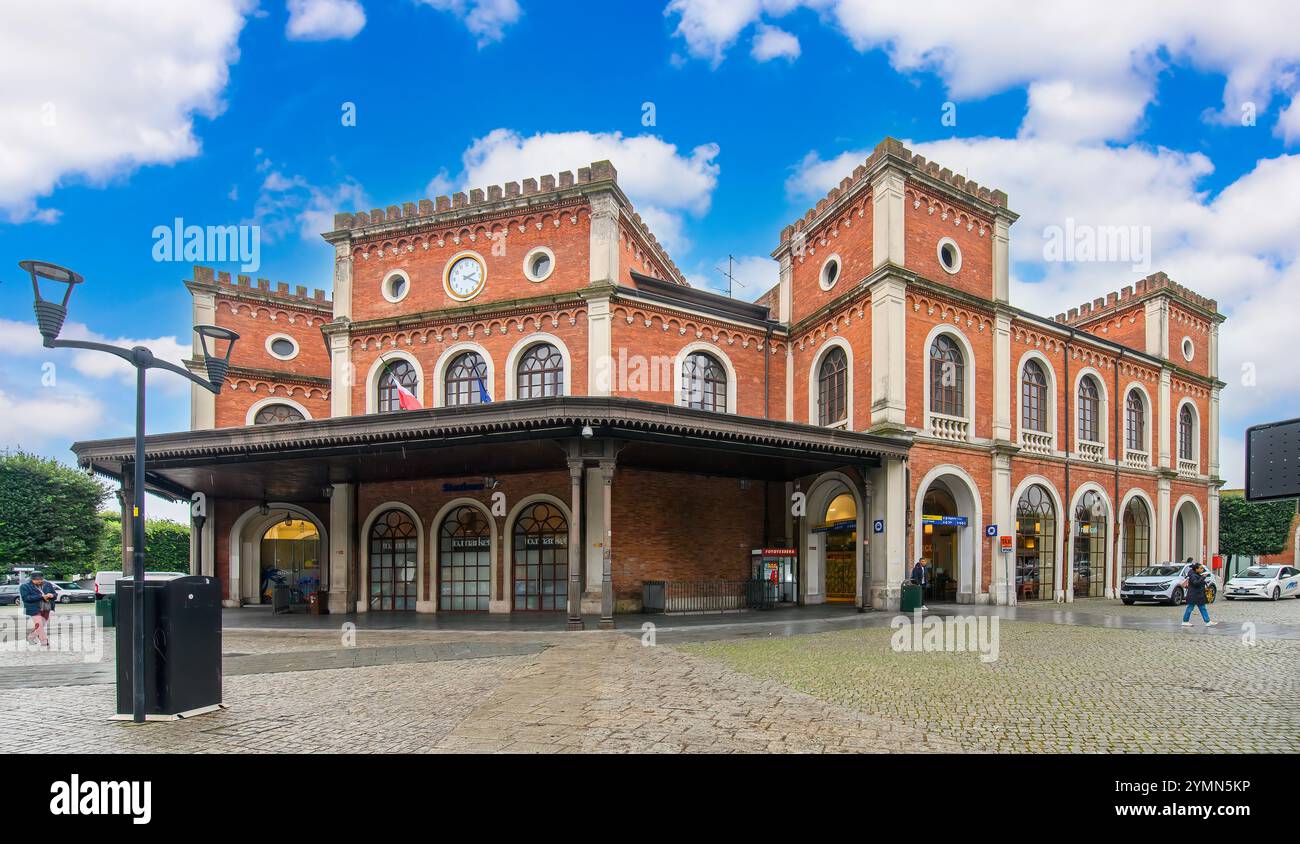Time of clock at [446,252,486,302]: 2:19
